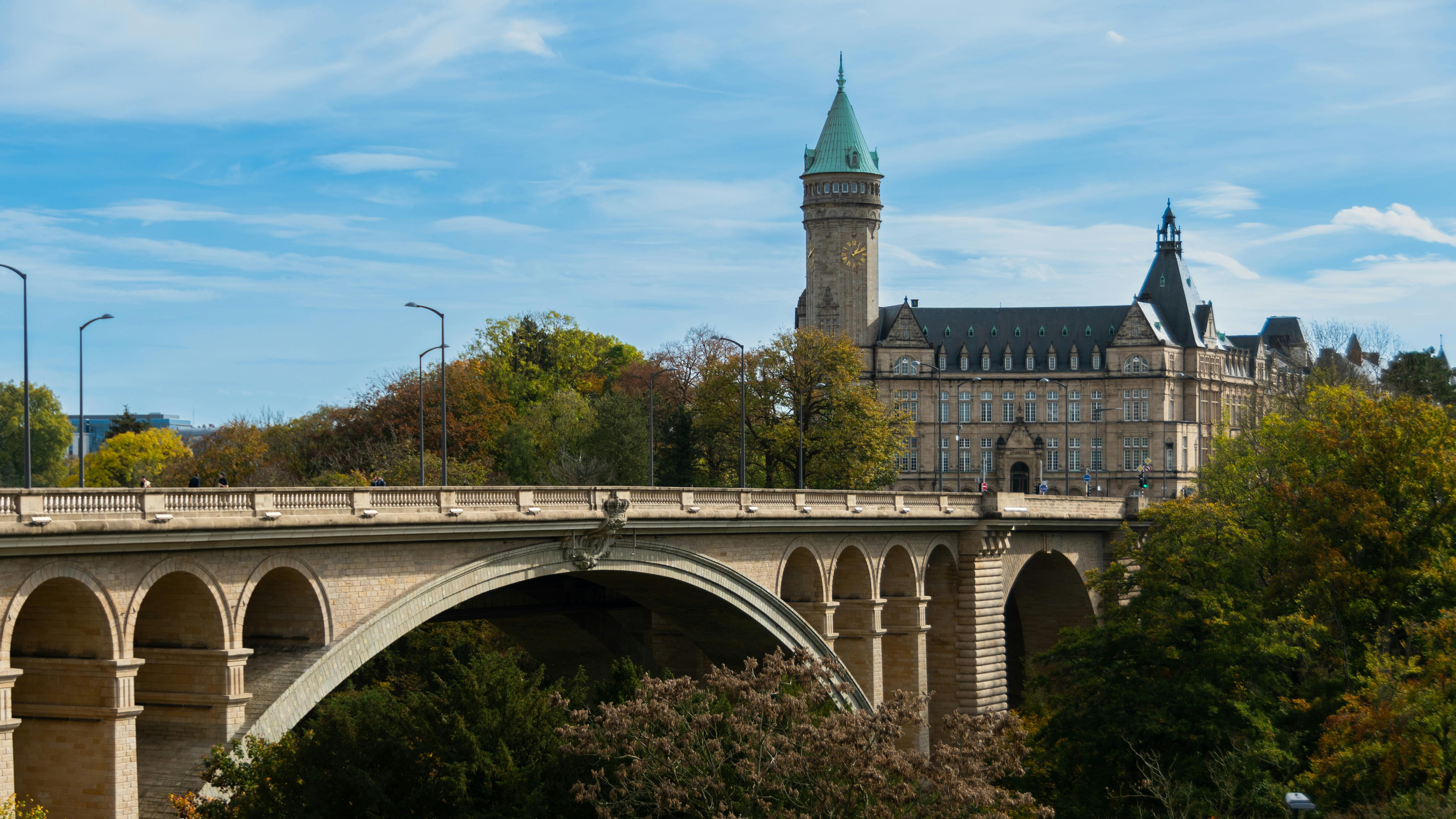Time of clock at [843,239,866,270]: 1:11
